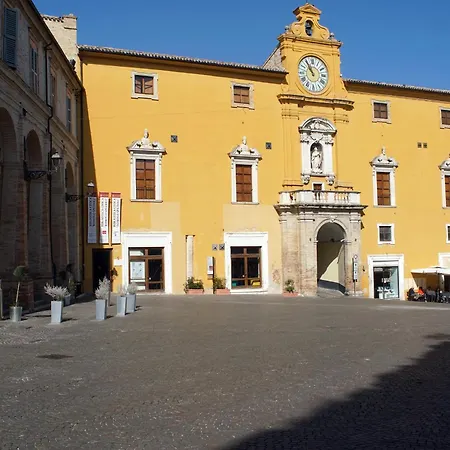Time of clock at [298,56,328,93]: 10:55
